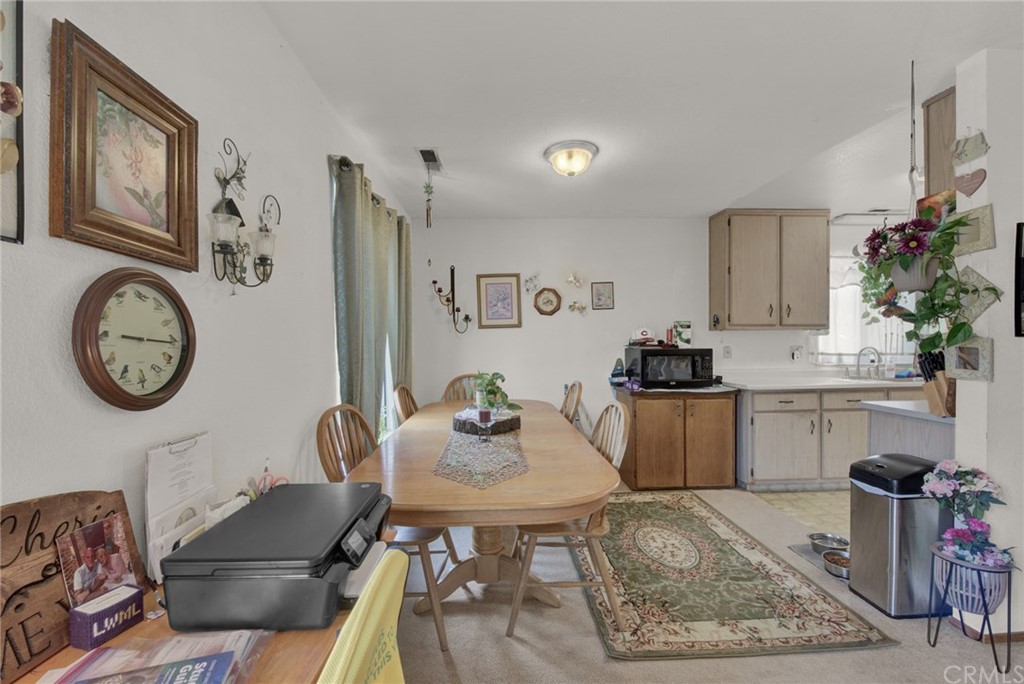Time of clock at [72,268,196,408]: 9:15
